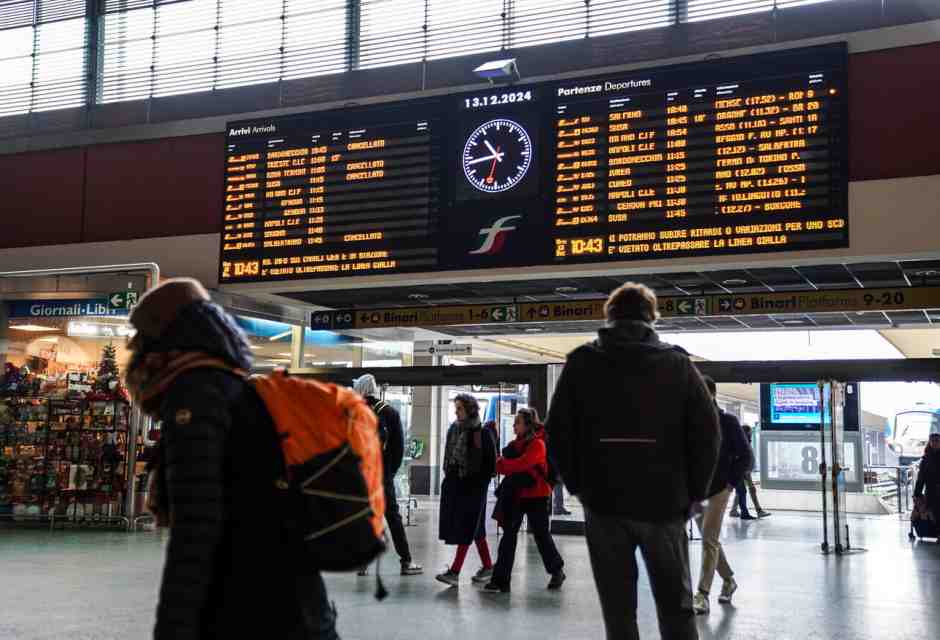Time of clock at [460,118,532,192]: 10:43
